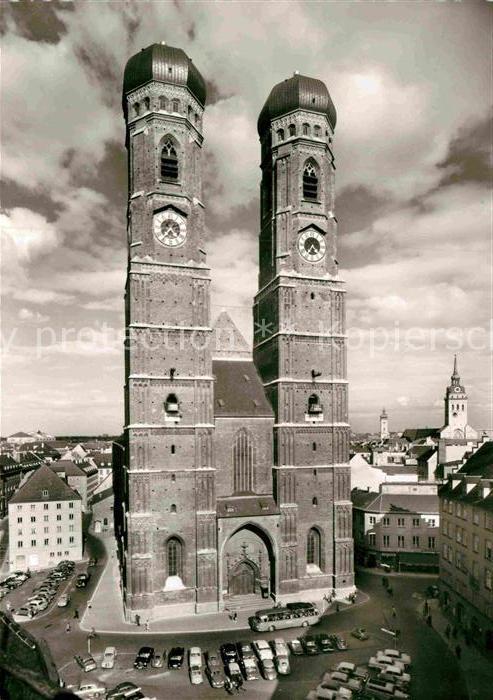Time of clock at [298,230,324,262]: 4:35
